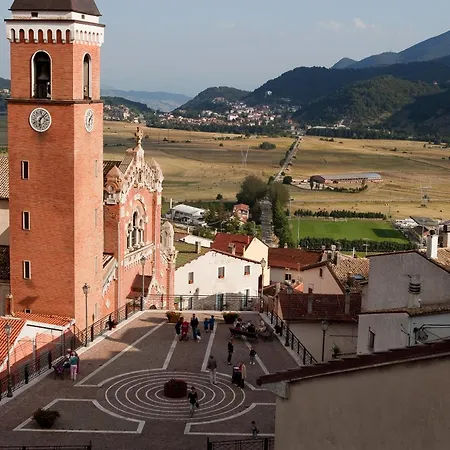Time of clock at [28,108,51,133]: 6:07
